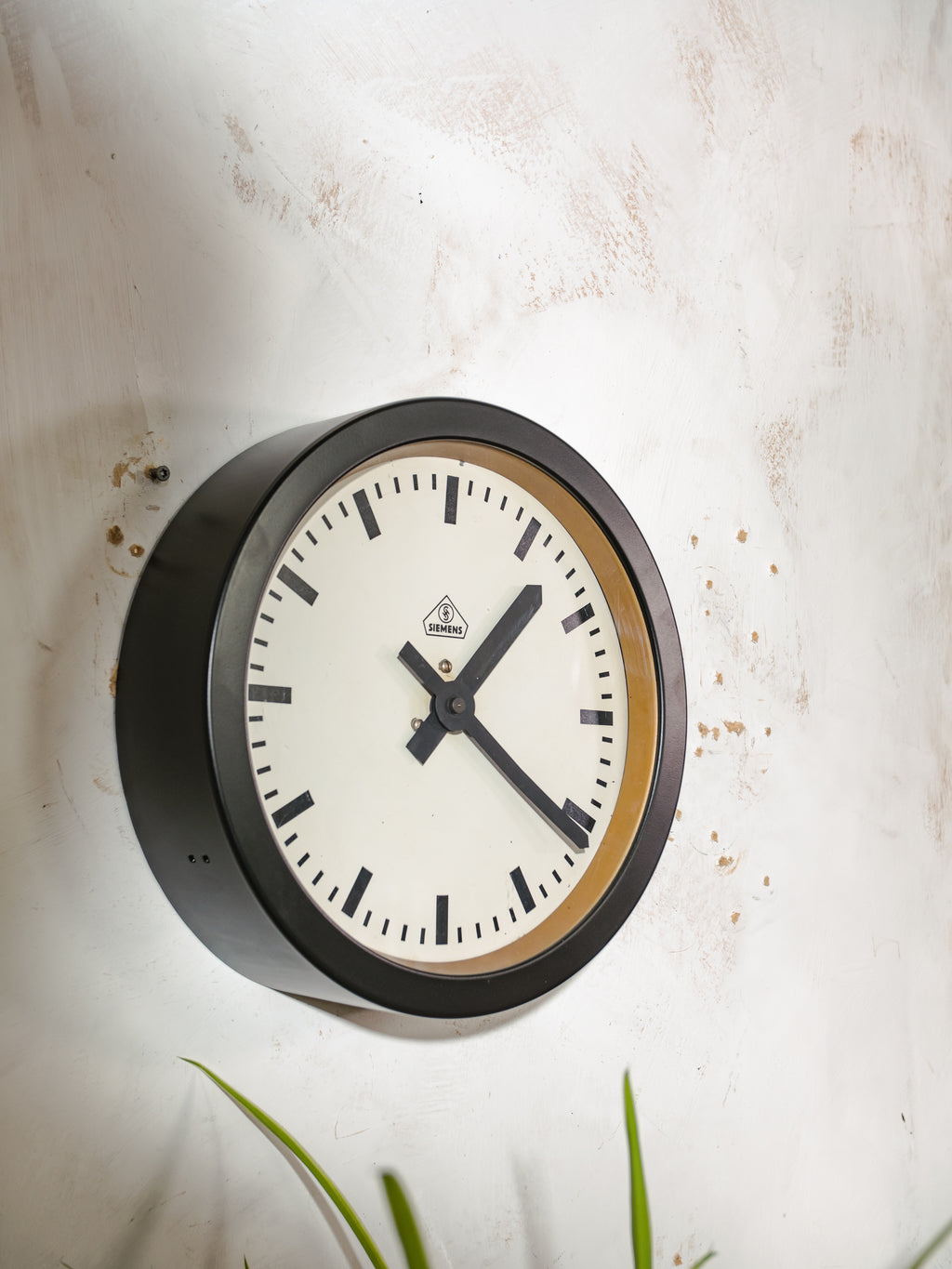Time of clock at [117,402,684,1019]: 1:20
